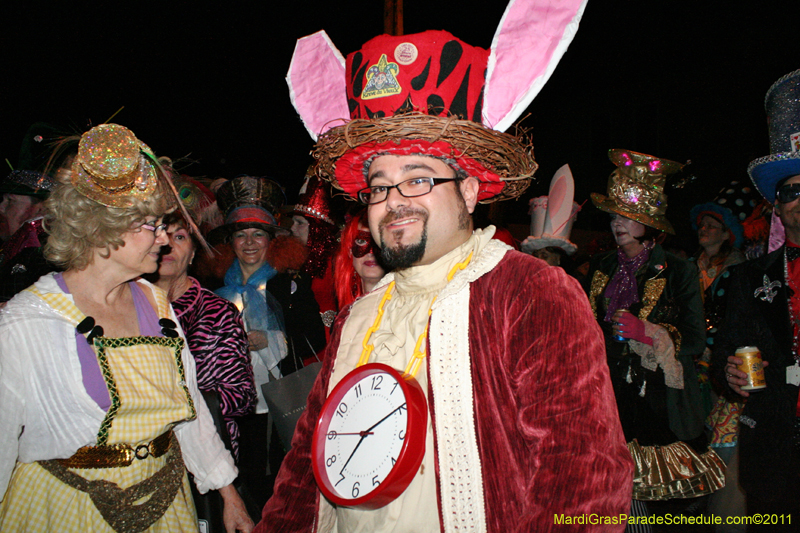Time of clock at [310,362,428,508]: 7:09
